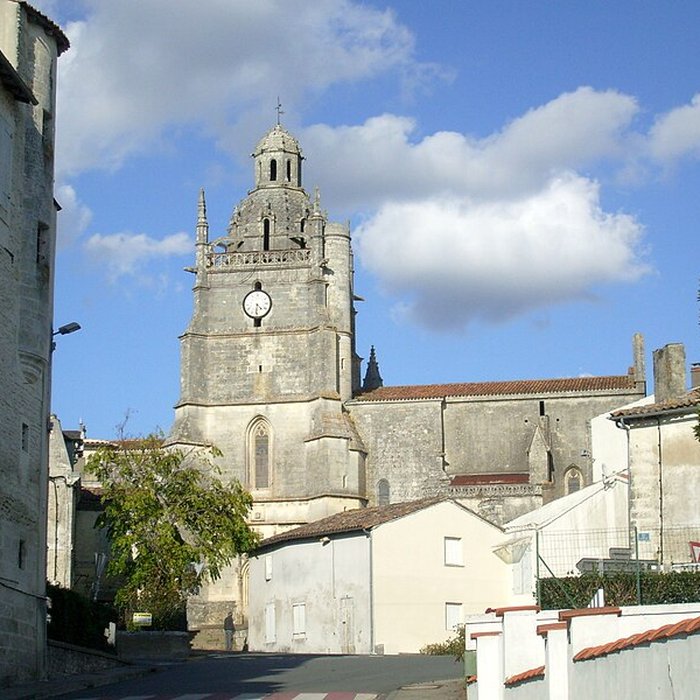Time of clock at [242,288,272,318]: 4:31
